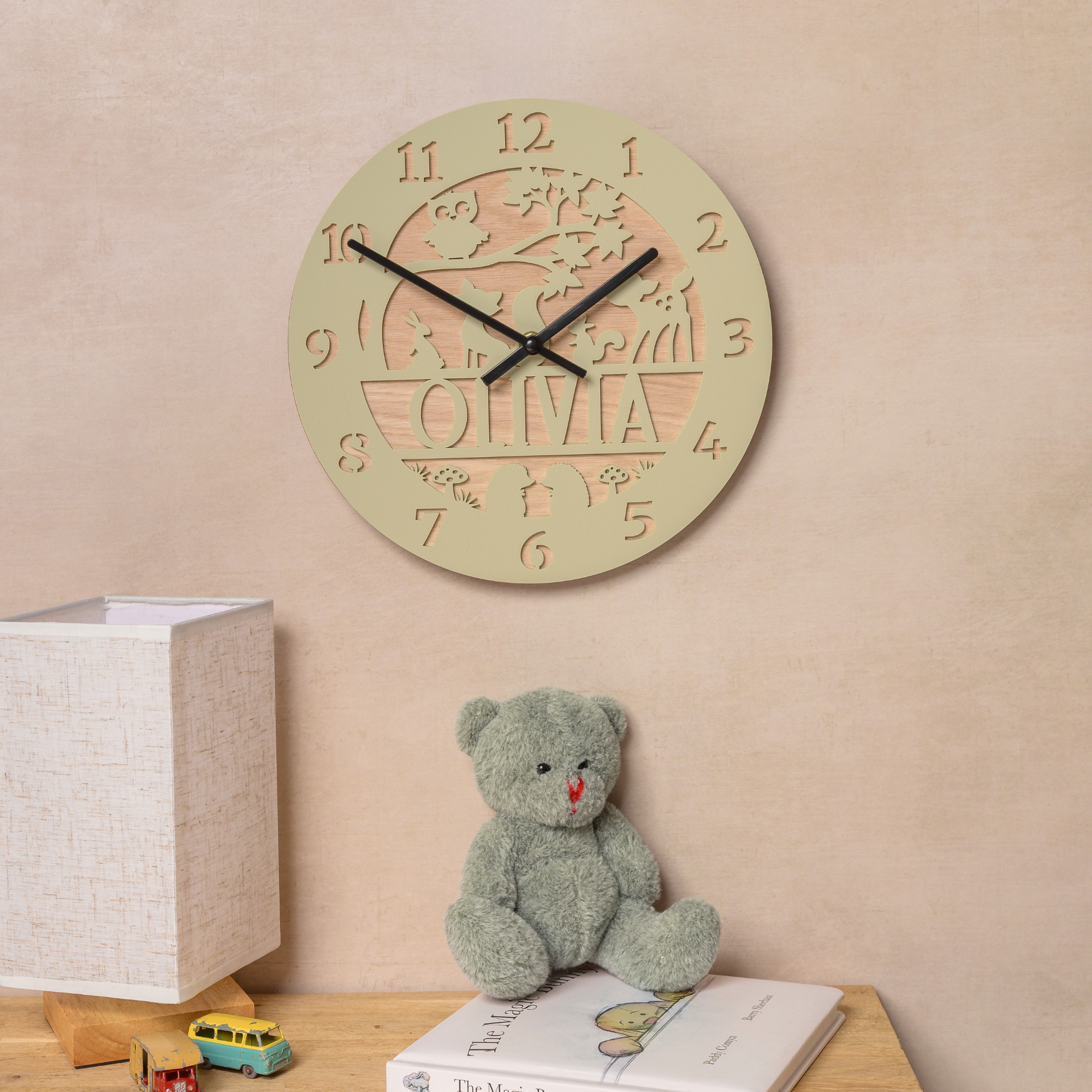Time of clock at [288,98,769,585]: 1:50
